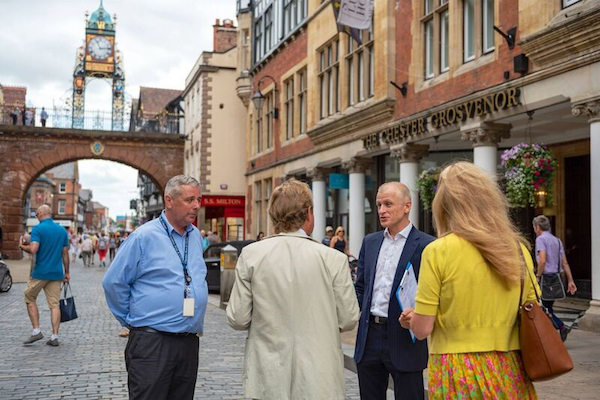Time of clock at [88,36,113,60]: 11:13
